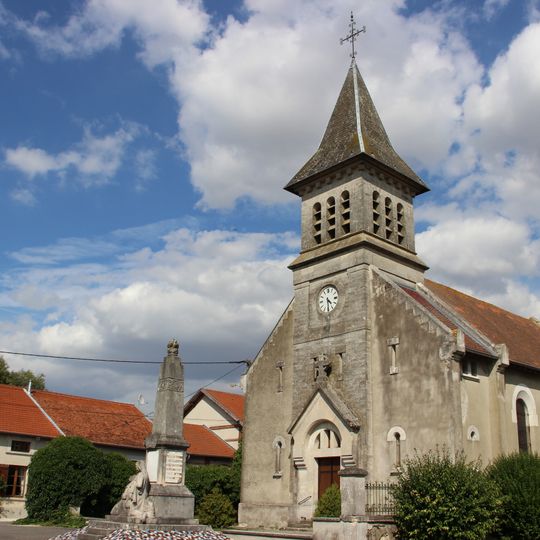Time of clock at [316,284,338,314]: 4:29
